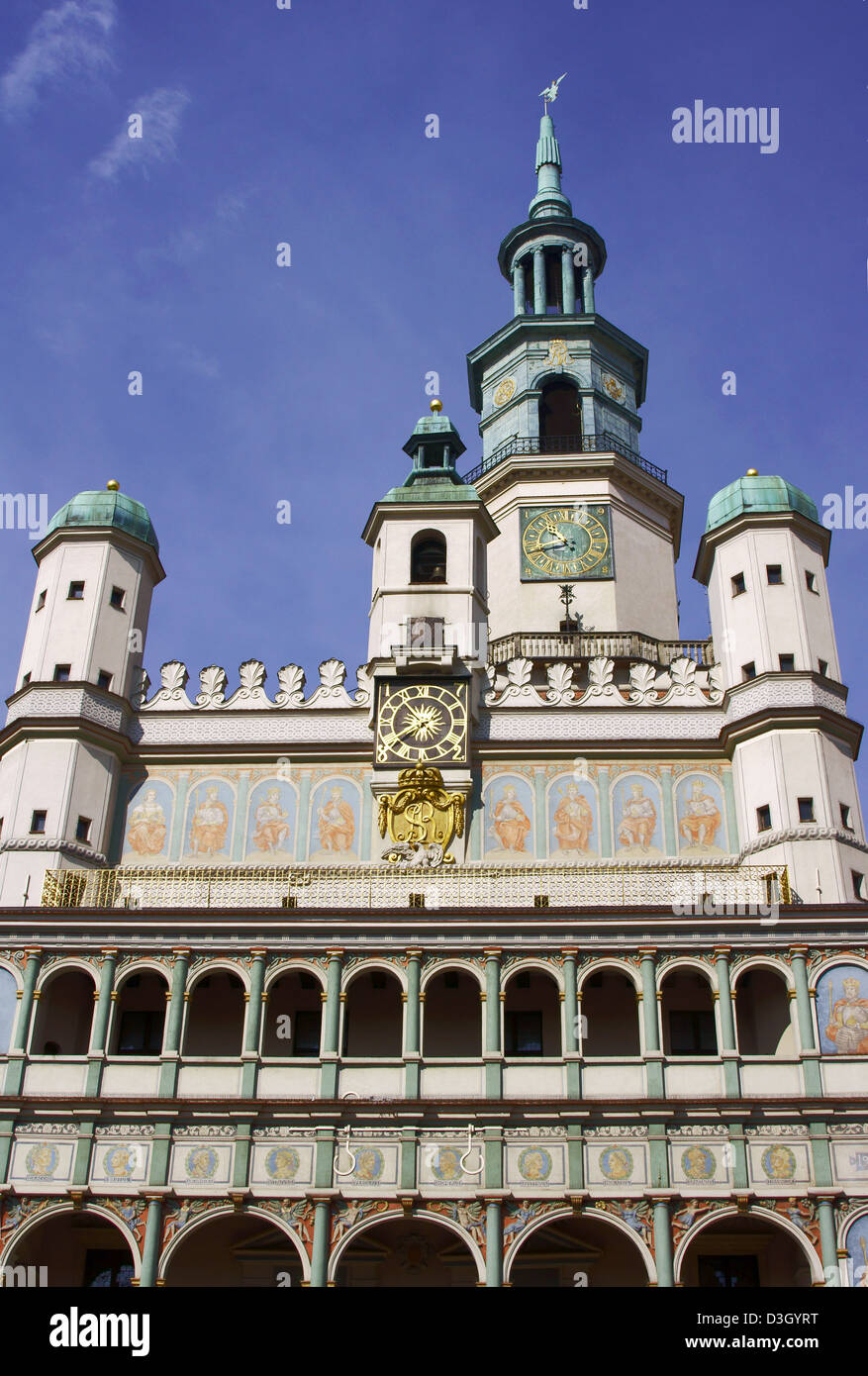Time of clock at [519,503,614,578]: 10:43
